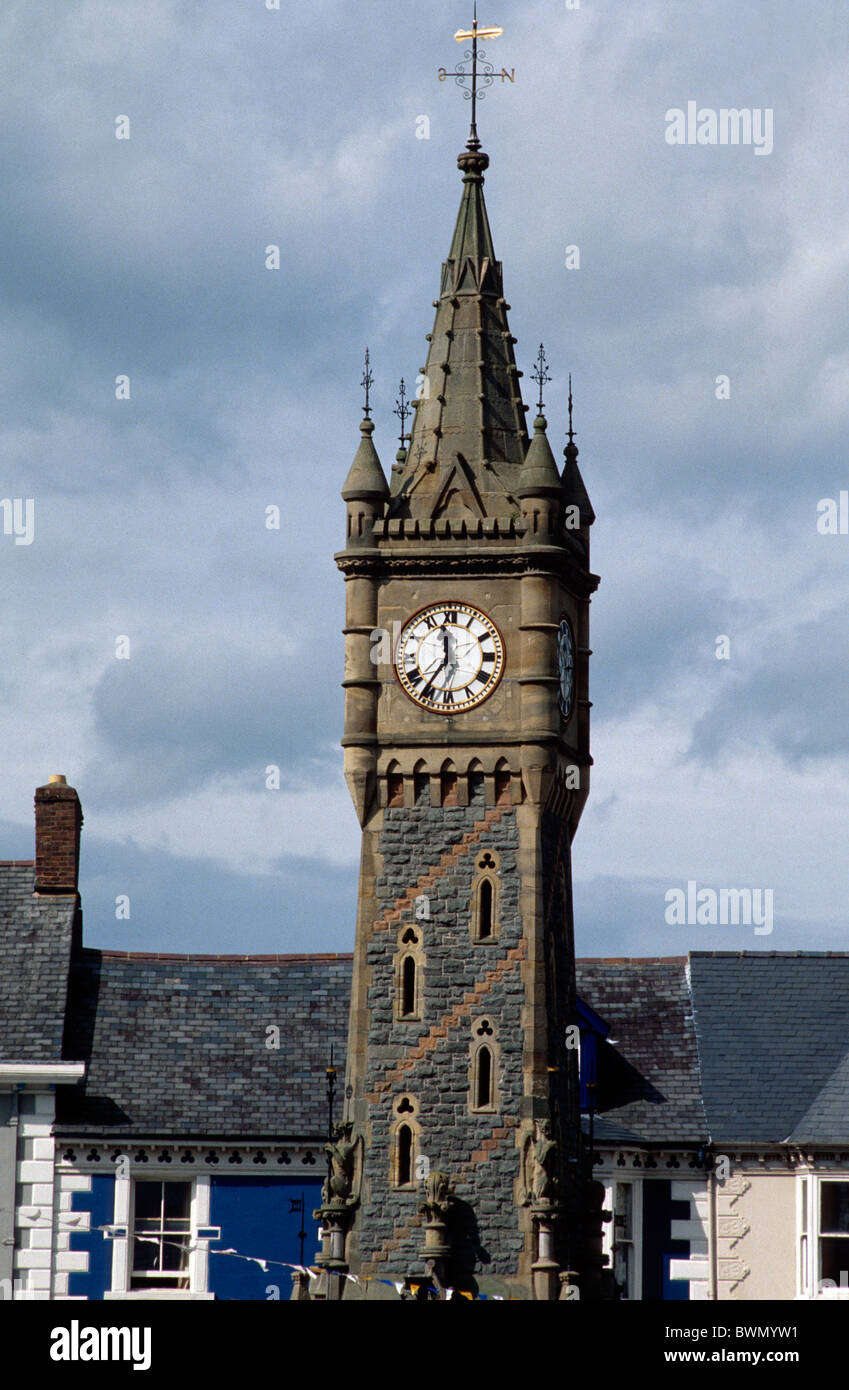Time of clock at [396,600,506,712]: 11:35
